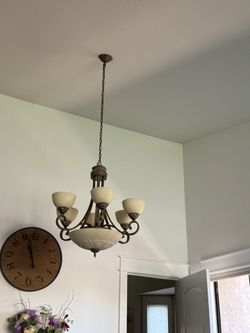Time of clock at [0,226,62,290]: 10:57
